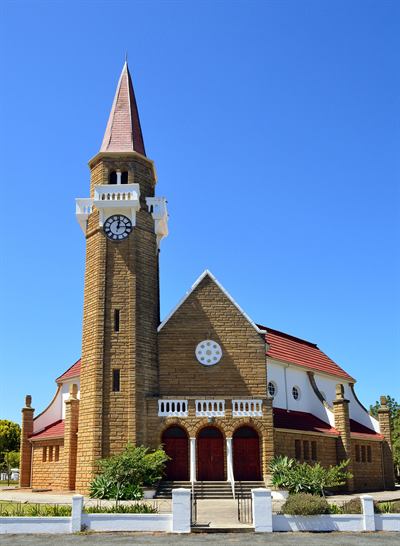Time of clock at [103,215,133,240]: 12:14
